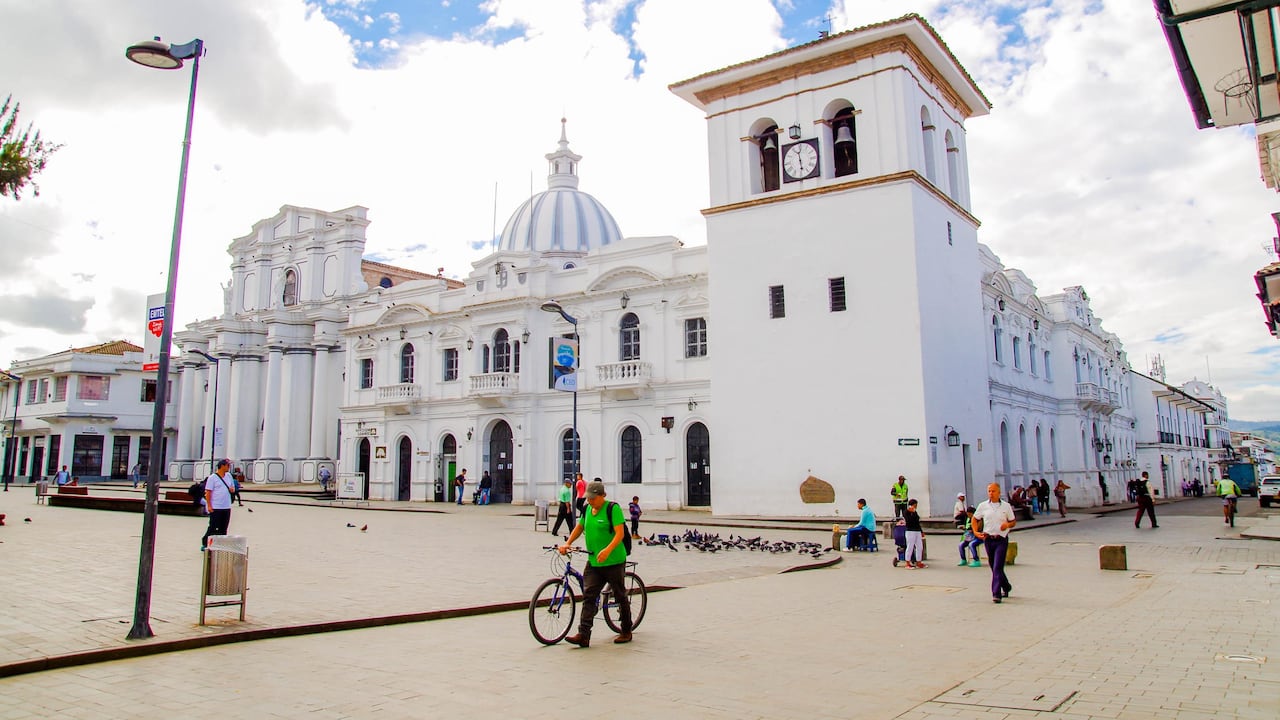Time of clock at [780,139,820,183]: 11:28
